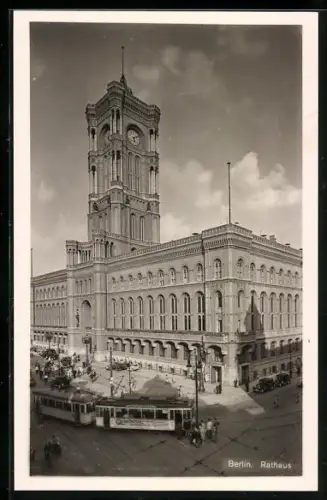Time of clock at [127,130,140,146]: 6:10
